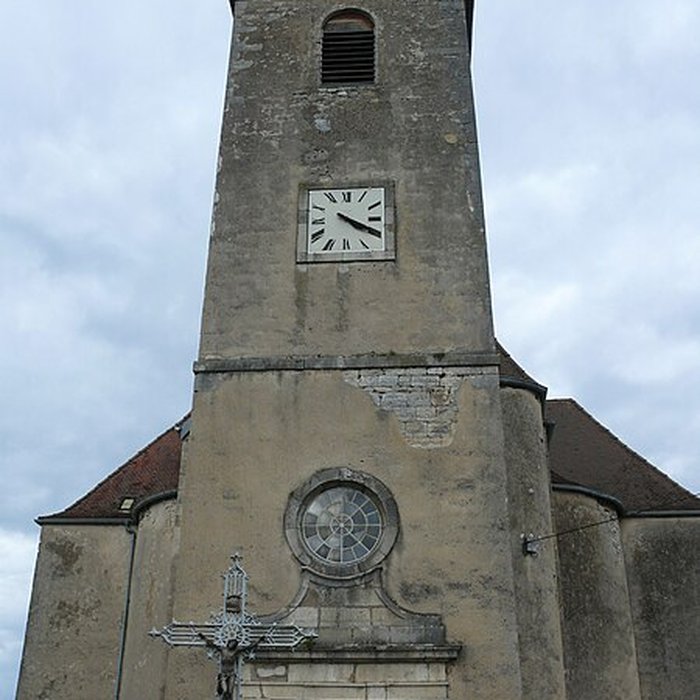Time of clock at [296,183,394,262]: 4:19
